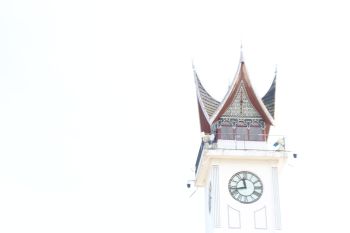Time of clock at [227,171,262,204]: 11:42
